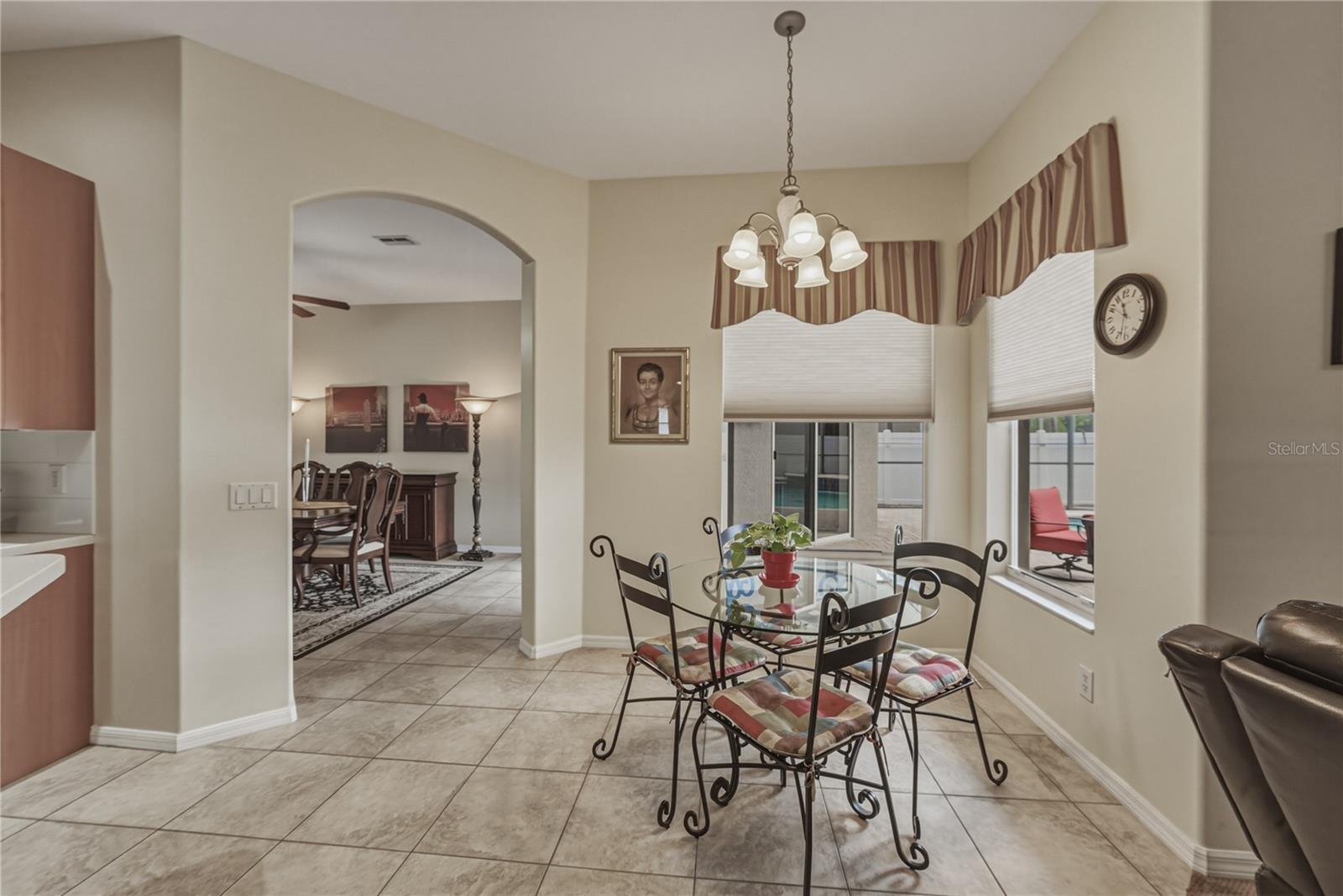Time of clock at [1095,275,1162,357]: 11:32
